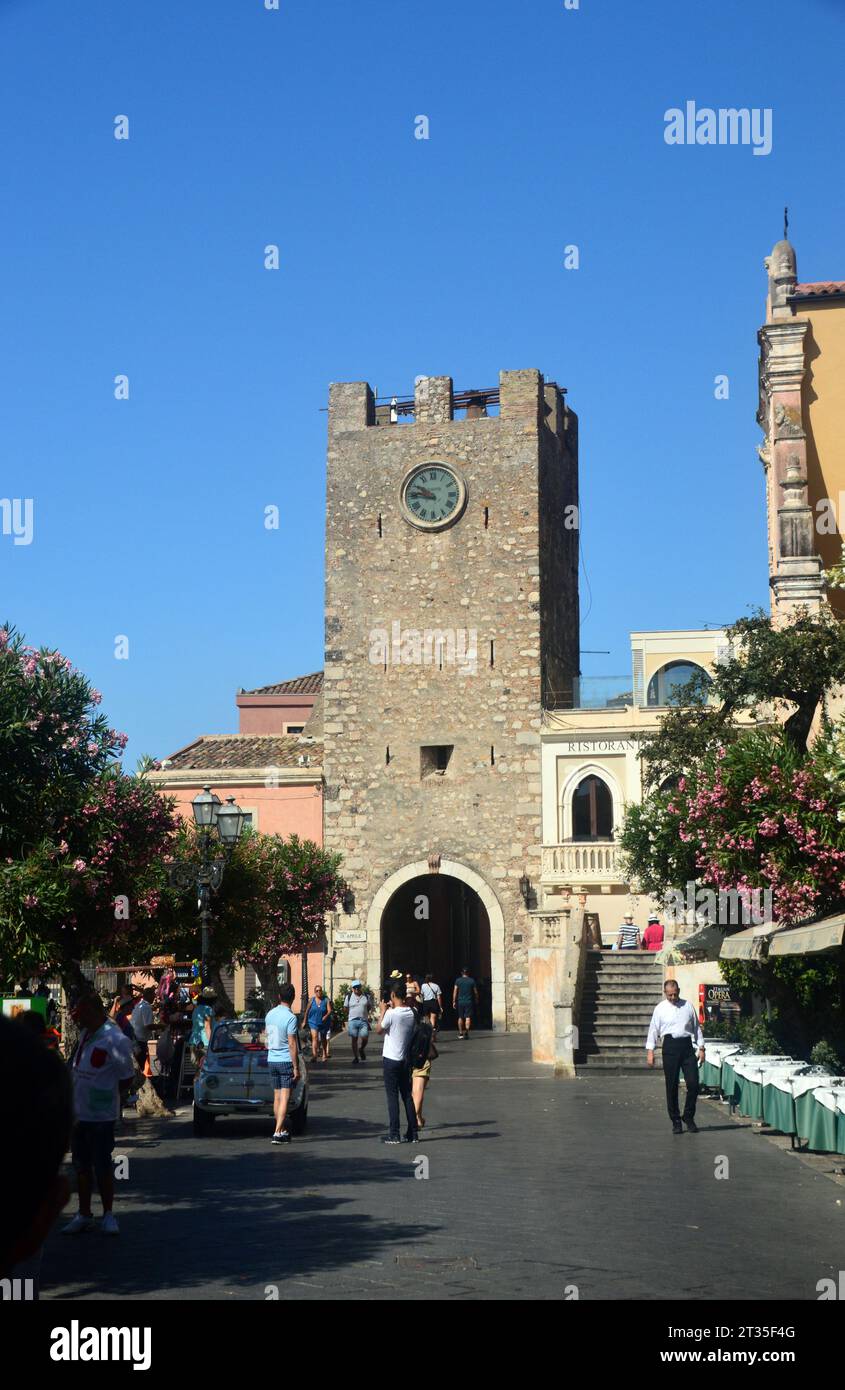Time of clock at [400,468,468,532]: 9:45
